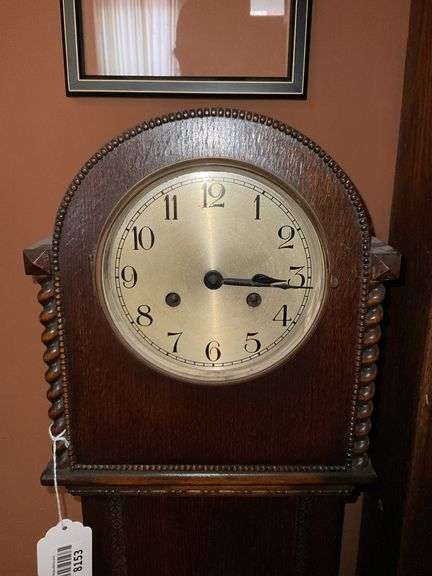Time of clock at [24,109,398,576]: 3:15
